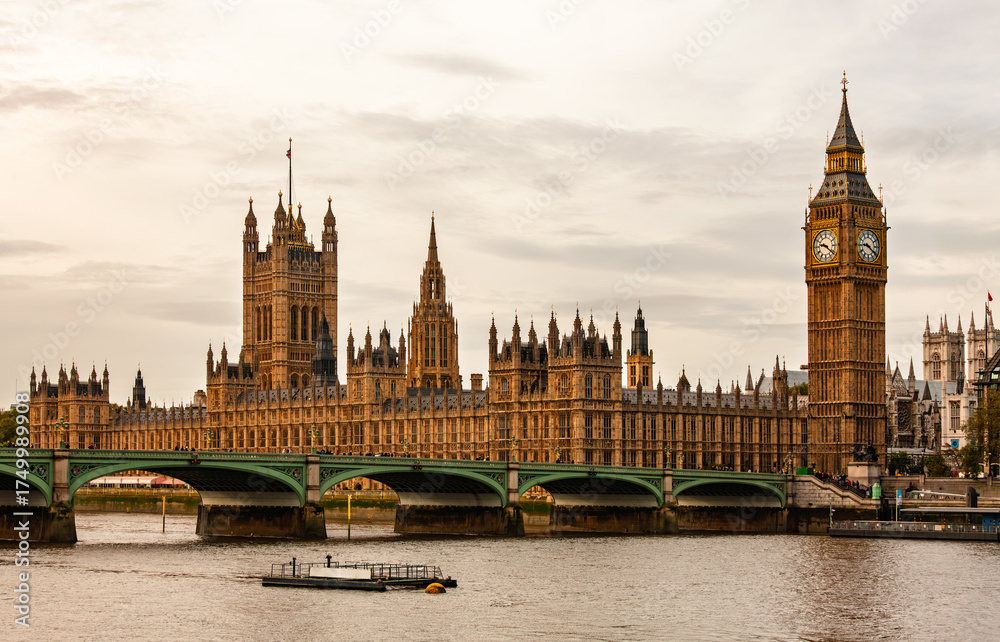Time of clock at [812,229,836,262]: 9:21
